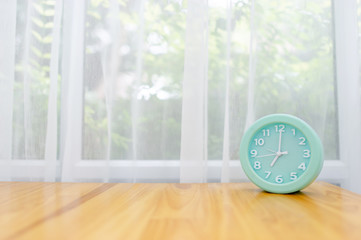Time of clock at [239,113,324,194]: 7:00
